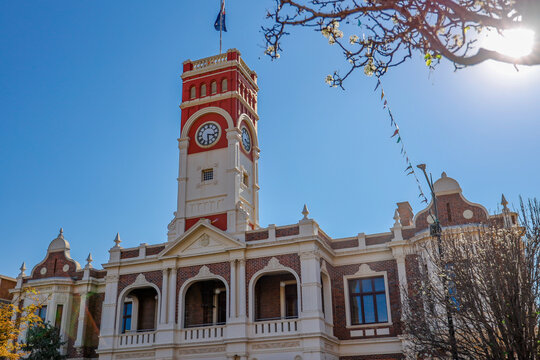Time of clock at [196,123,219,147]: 3:29
